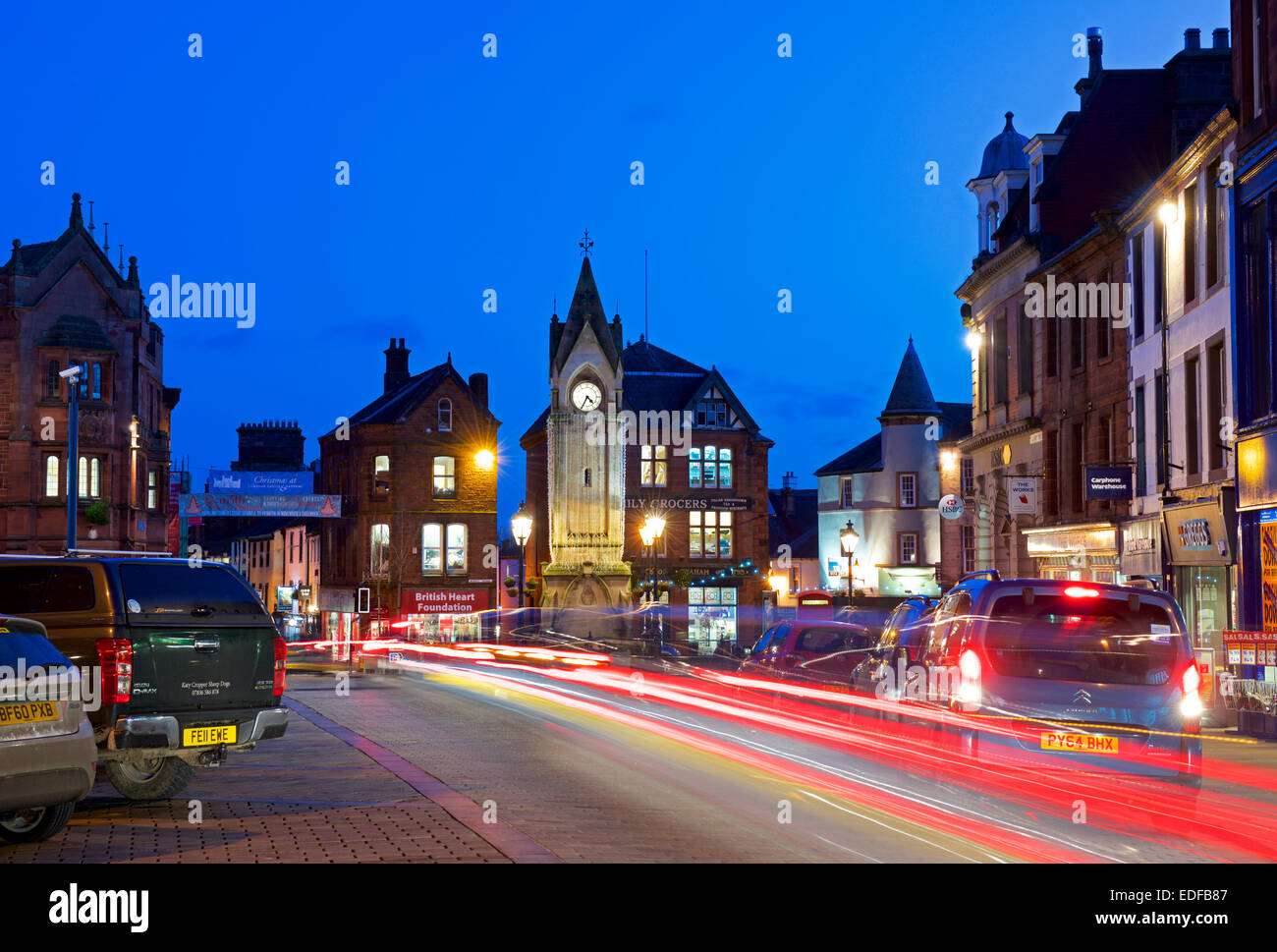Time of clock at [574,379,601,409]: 4:34
